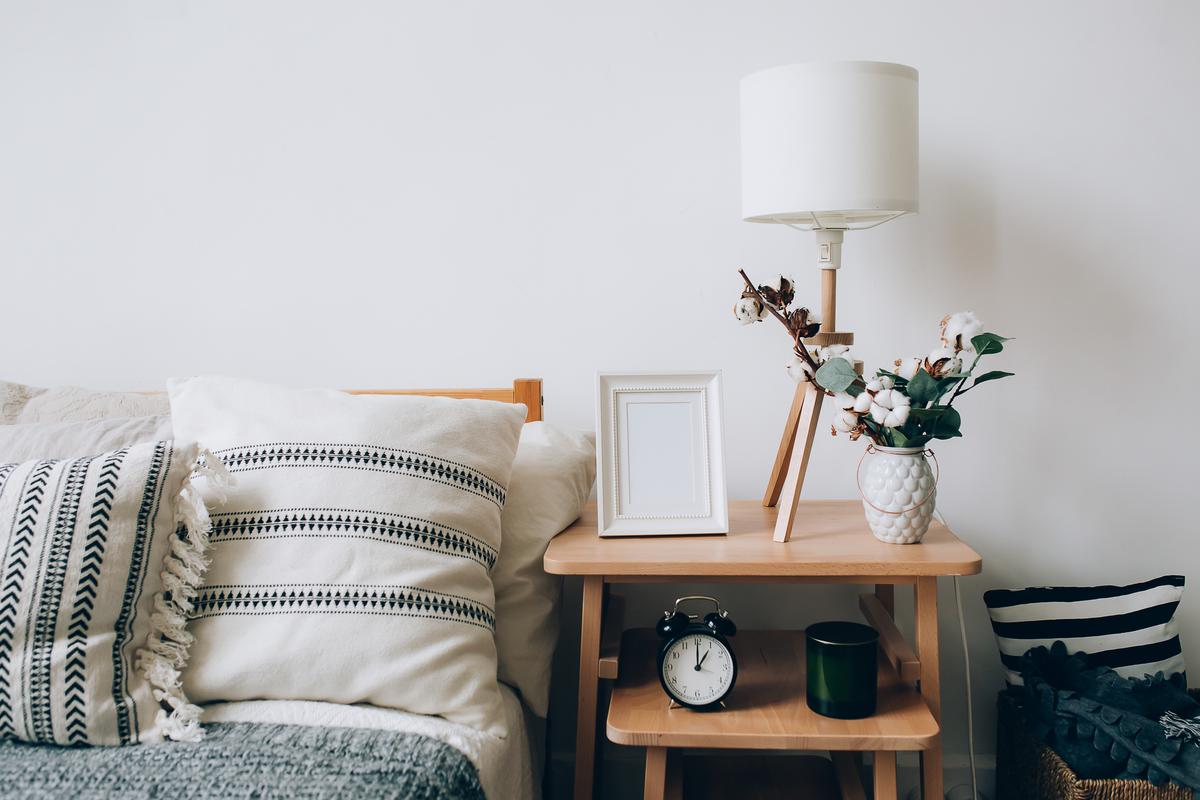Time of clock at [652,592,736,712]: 1:00
